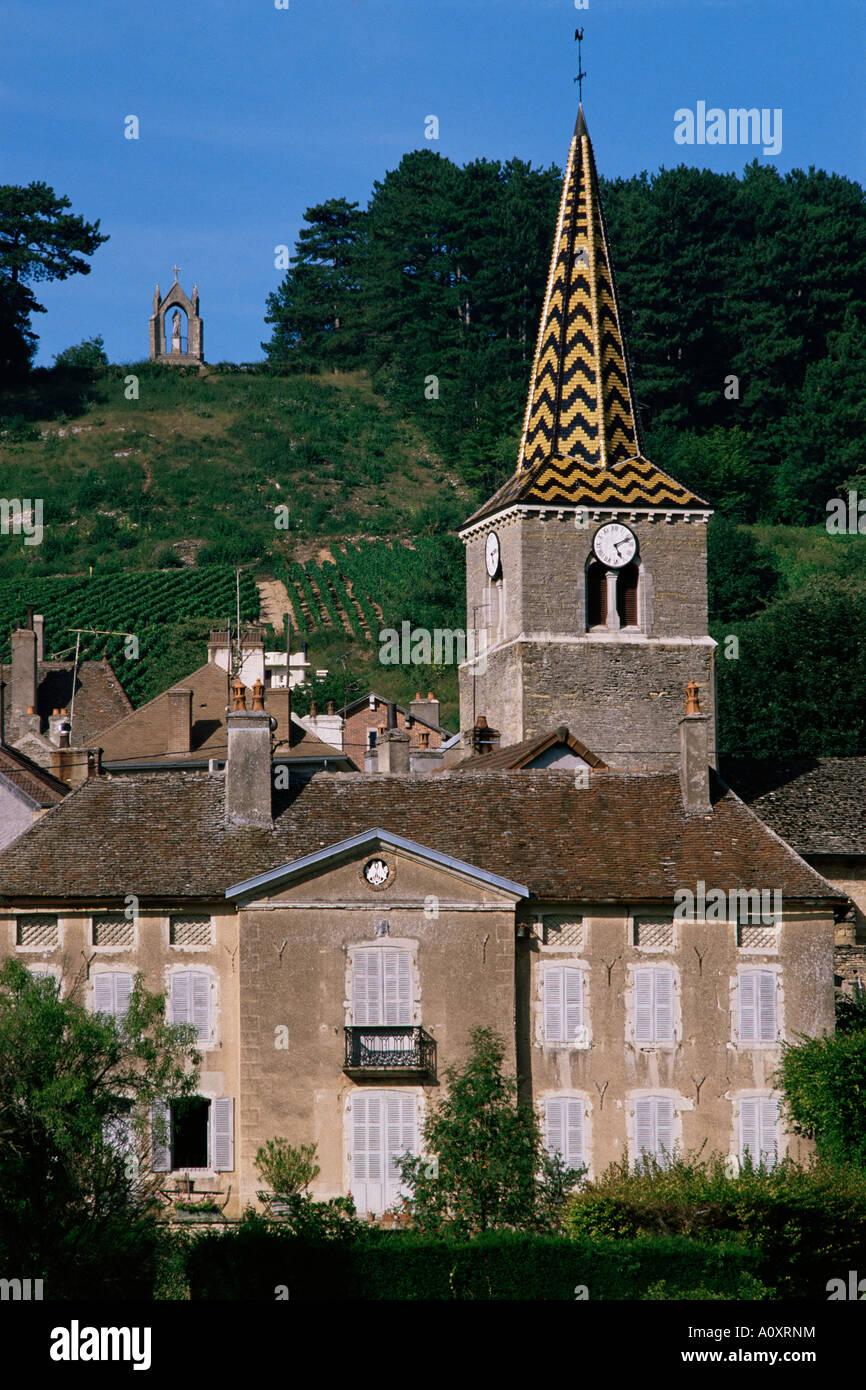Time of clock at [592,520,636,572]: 5:11
